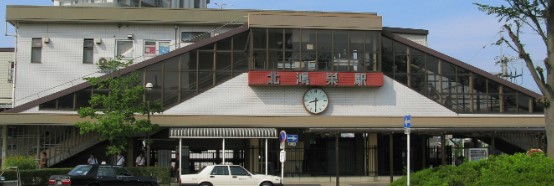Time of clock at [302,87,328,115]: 8:30
